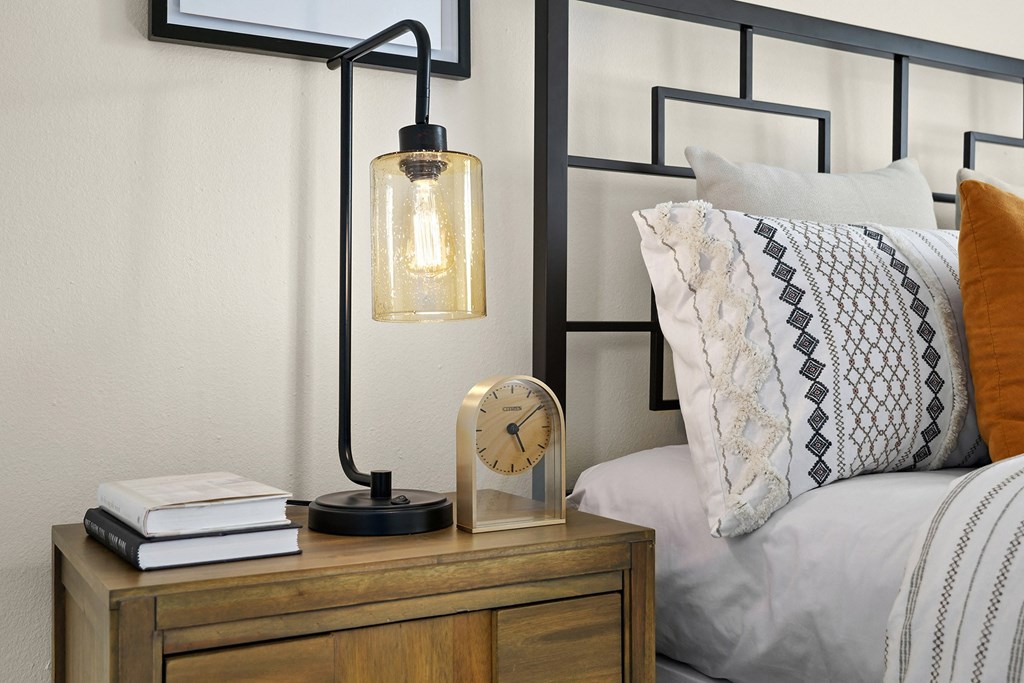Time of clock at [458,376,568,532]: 5:09
